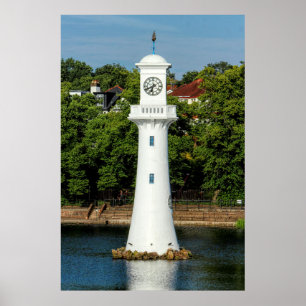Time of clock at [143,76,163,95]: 6:40
